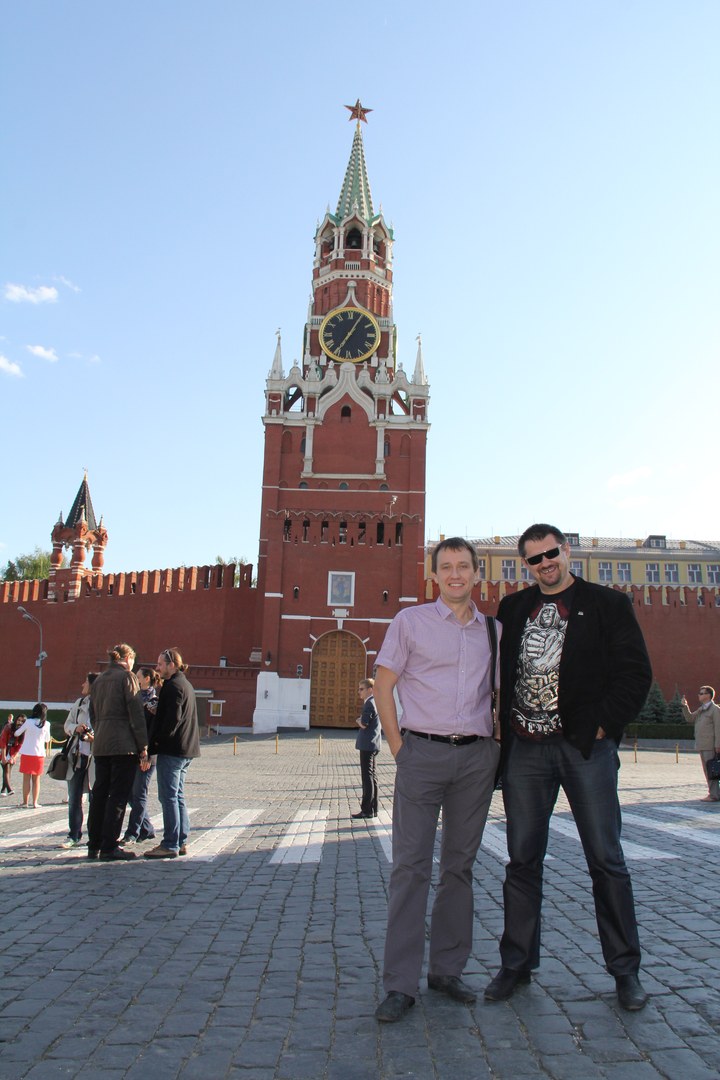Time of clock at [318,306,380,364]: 7:04
